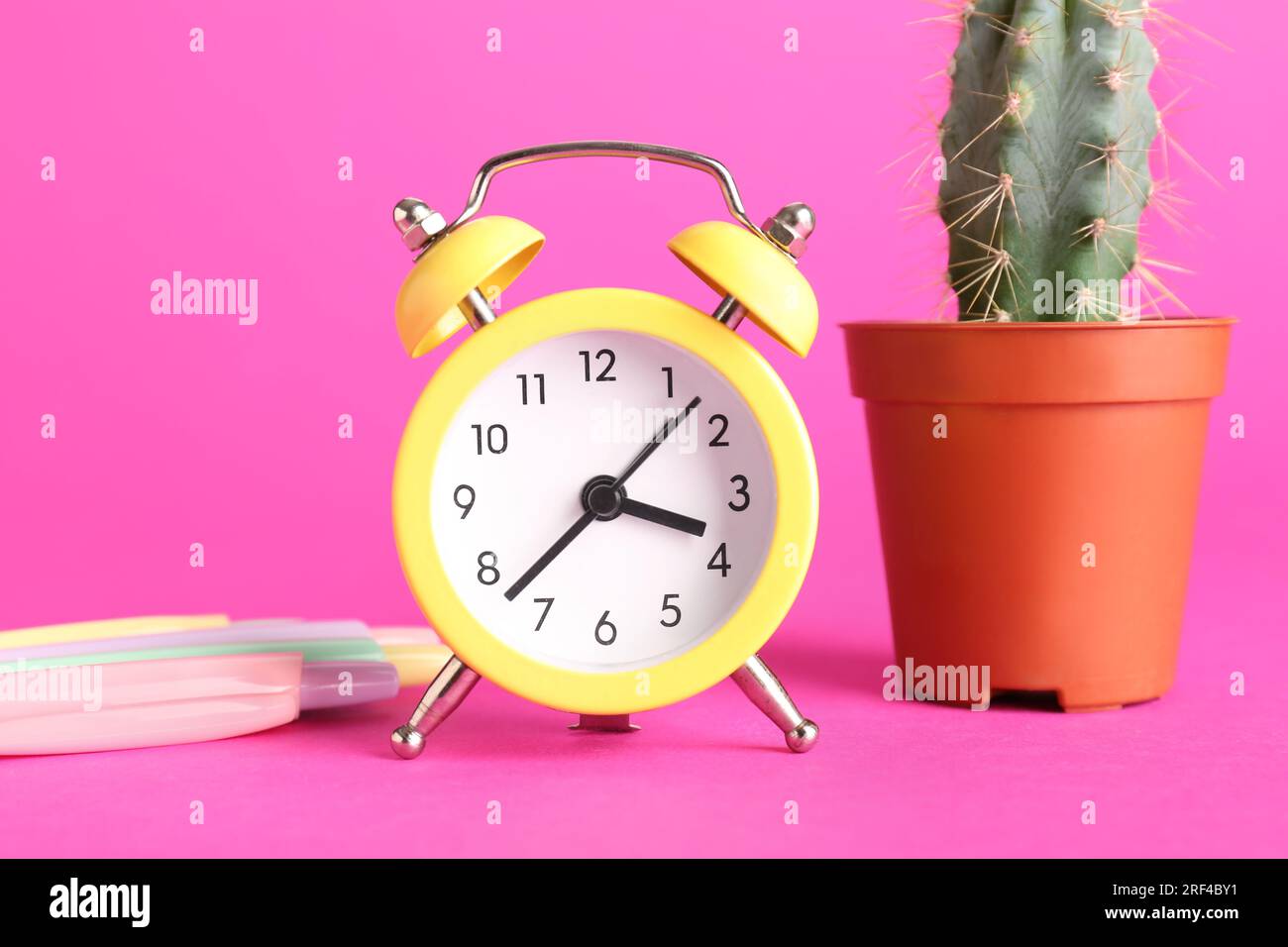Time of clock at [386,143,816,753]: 3:37
